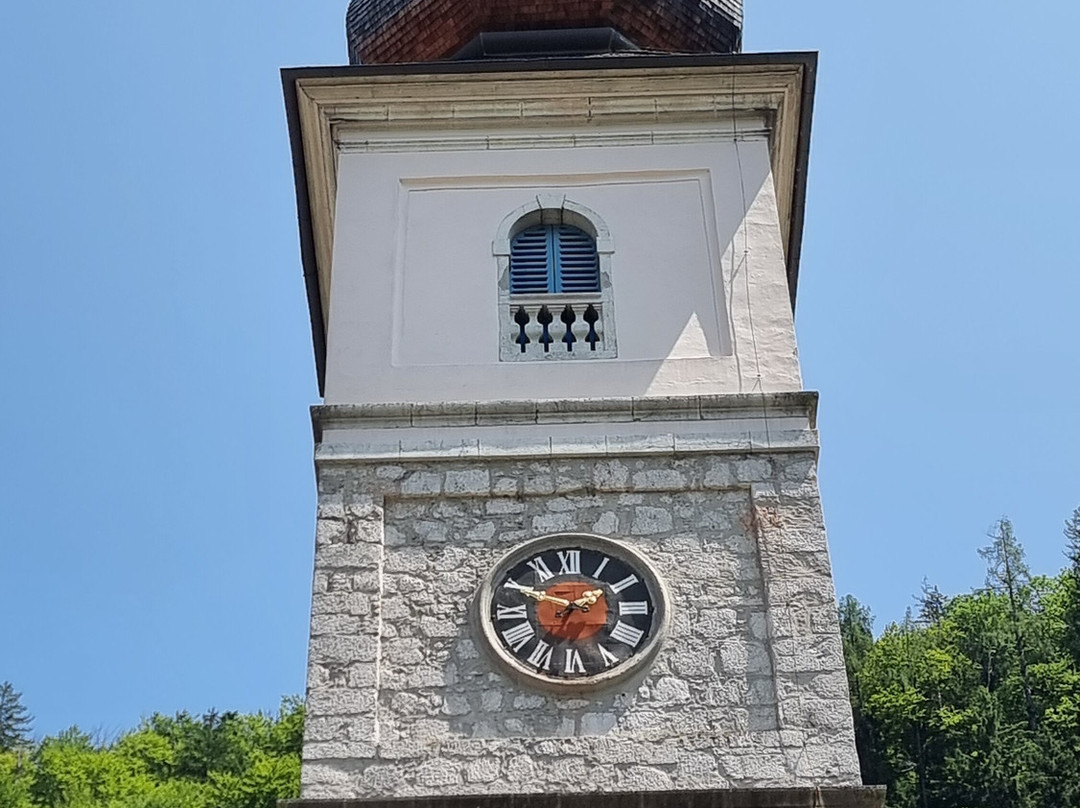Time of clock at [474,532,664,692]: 1:49
